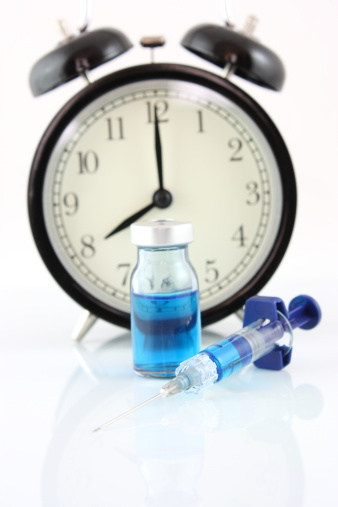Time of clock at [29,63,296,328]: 8:00
